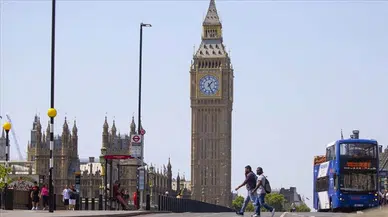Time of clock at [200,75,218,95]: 1:25
